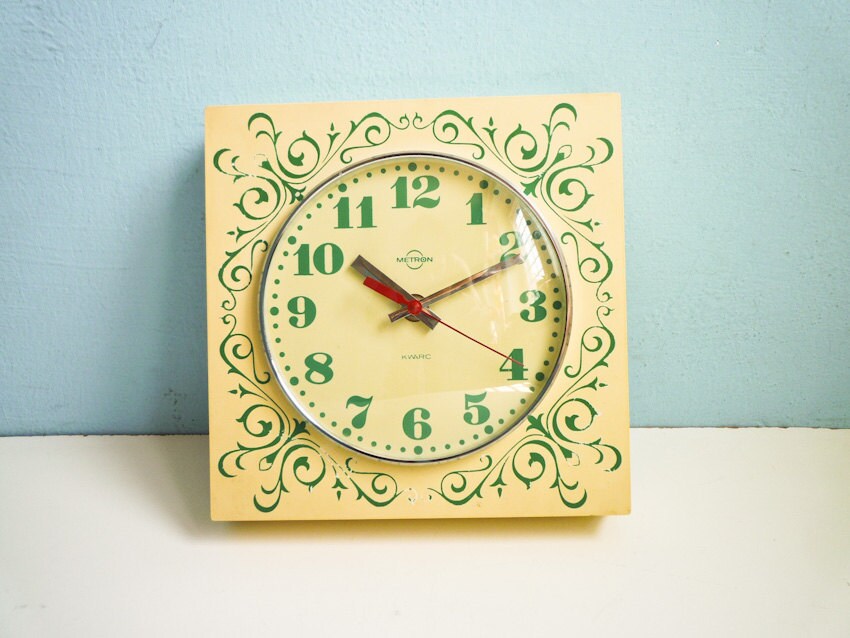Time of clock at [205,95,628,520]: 10:11
